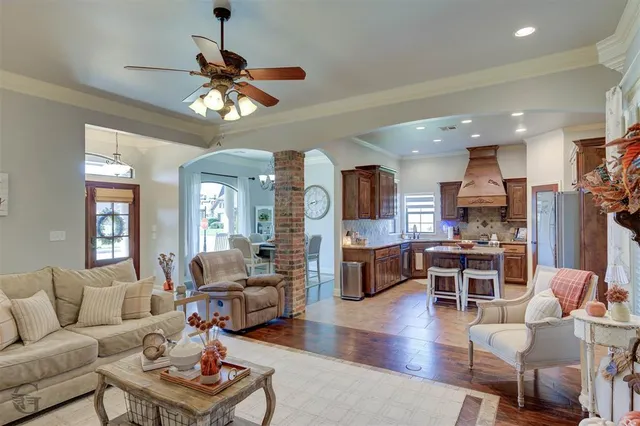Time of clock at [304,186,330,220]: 8:12
